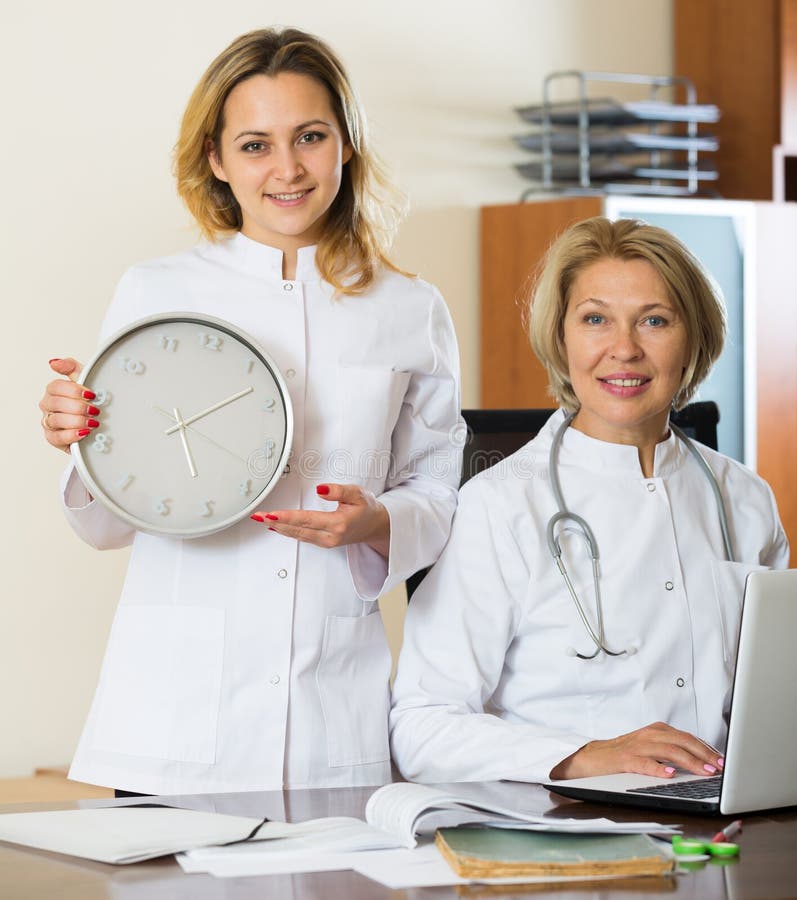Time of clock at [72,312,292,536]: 5:07
